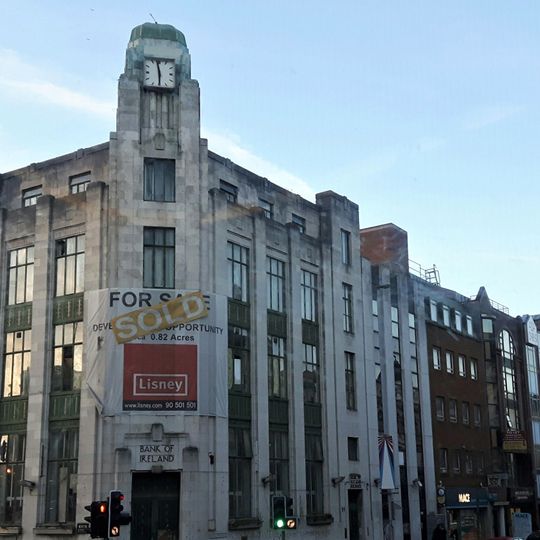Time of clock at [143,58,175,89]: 5:58
